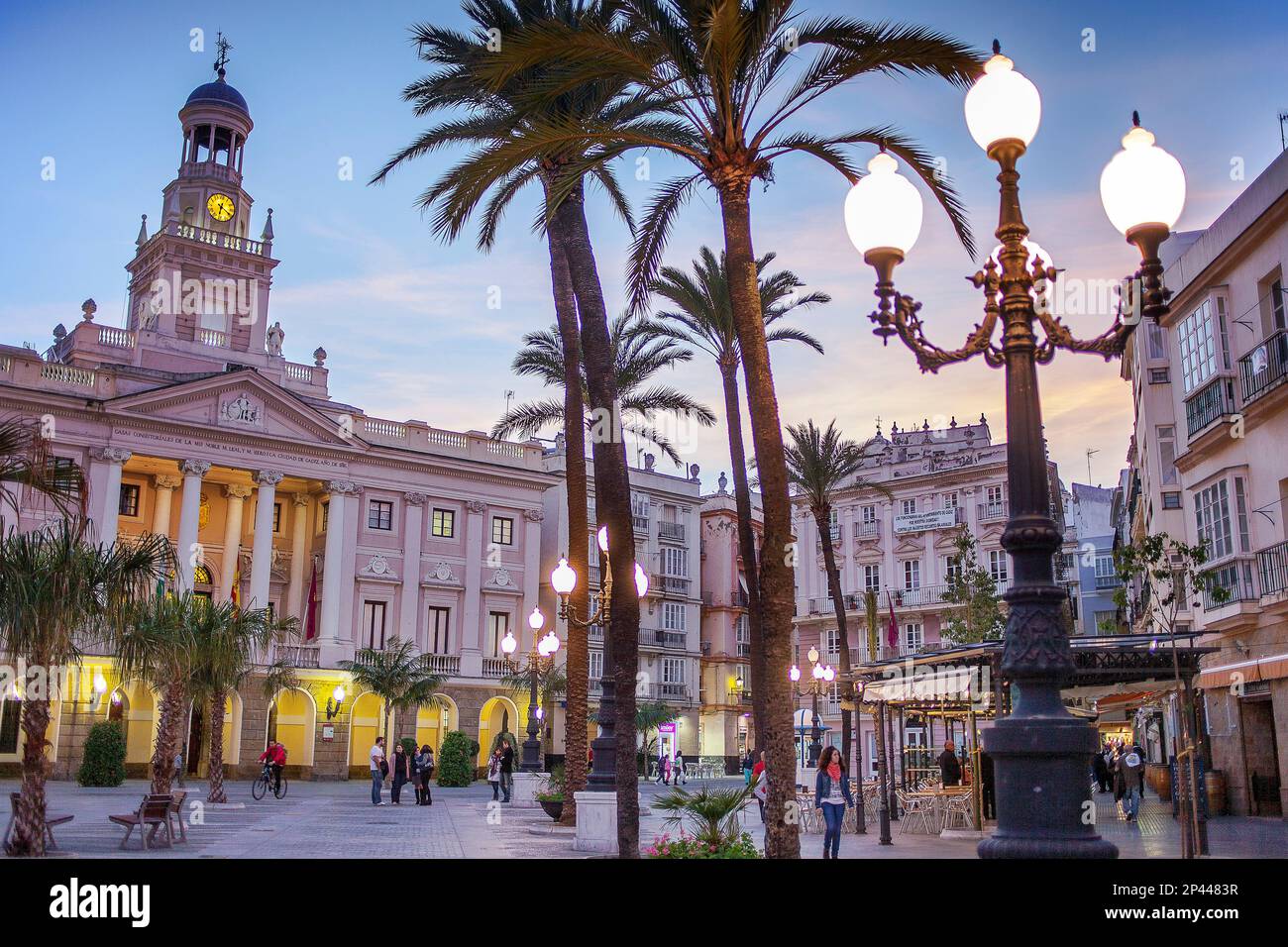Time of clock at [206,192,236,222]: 6:20
